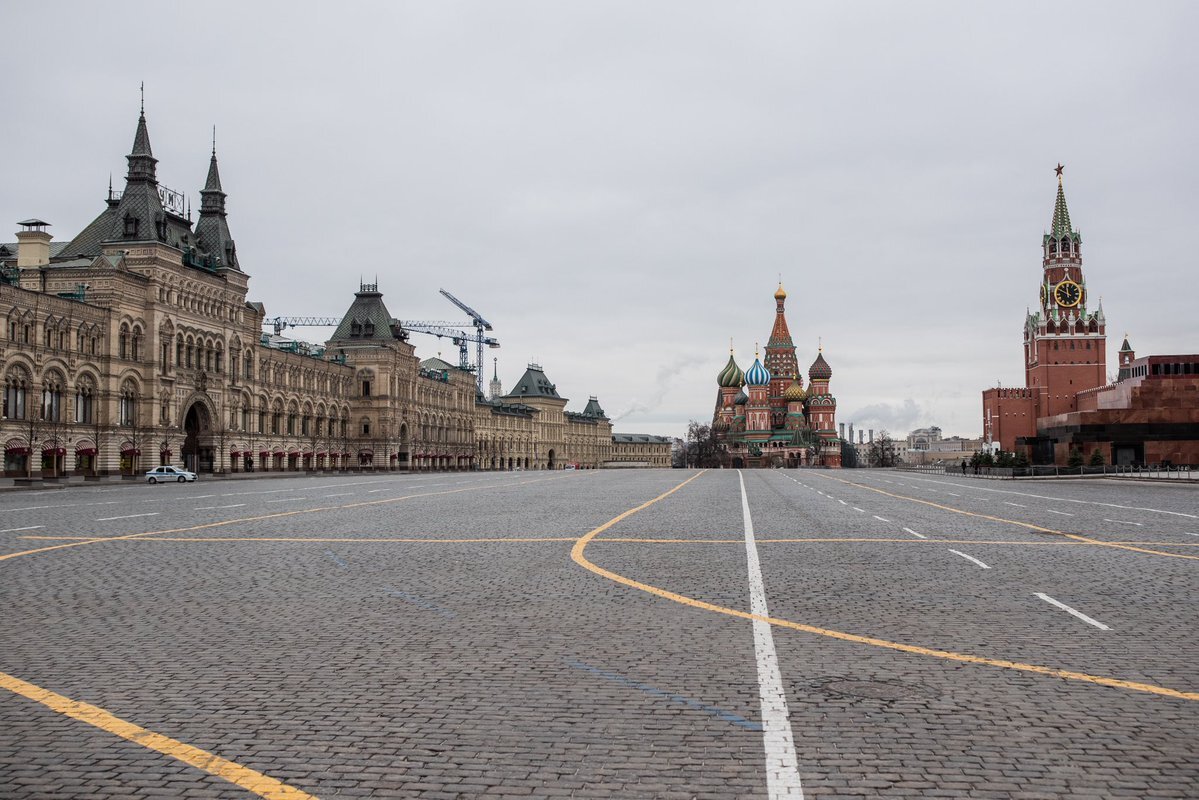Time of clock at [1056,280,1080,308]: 11:49
